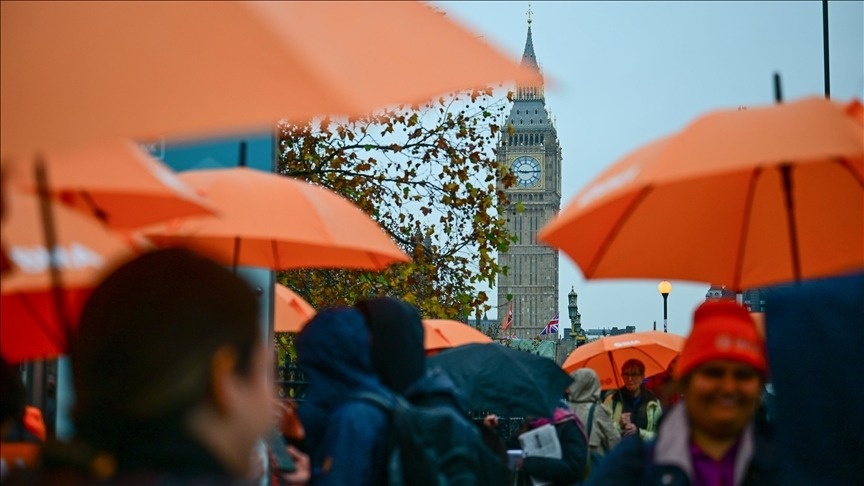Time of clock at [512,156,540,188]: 9:14
